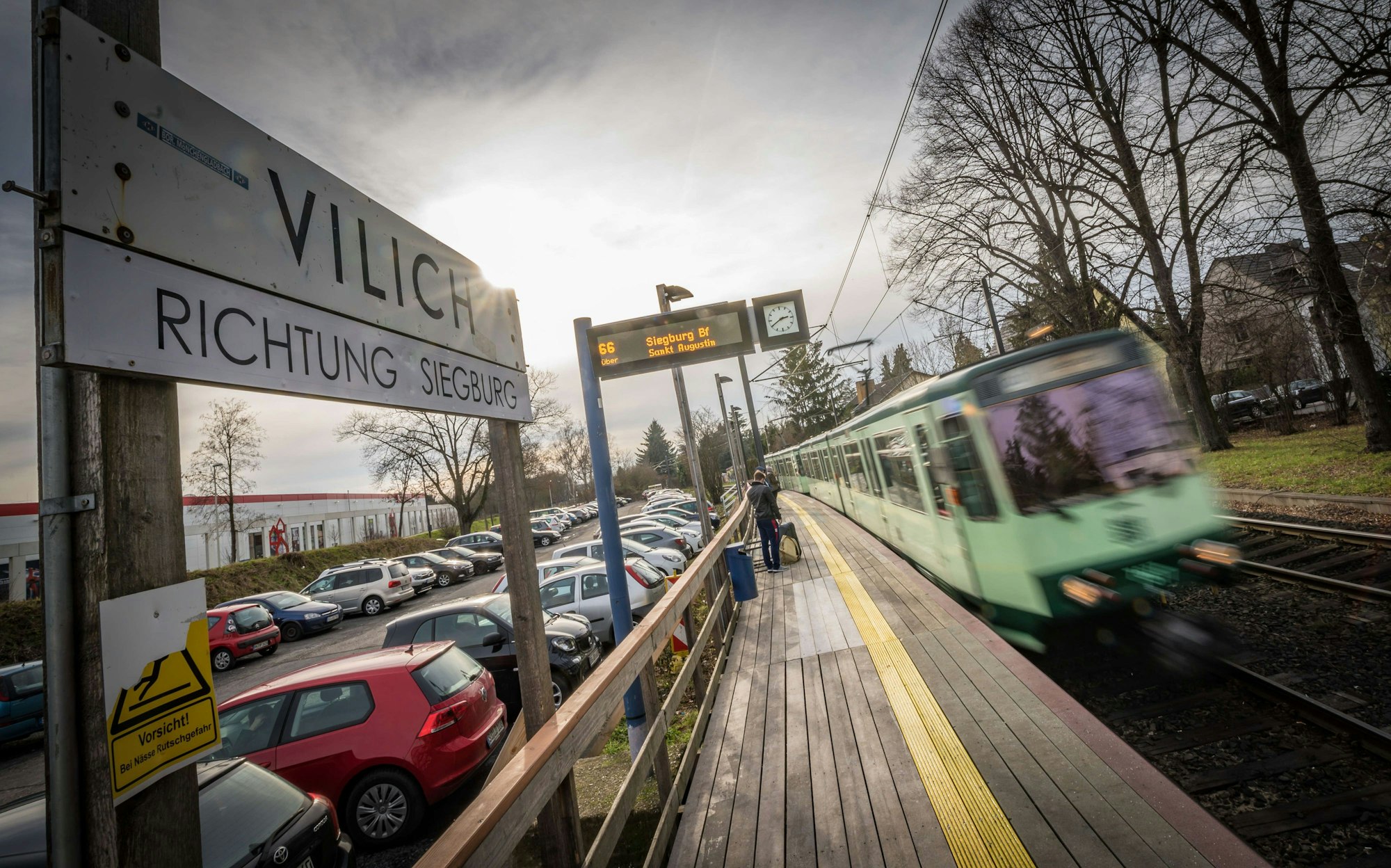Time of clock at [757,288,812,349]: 2:40
